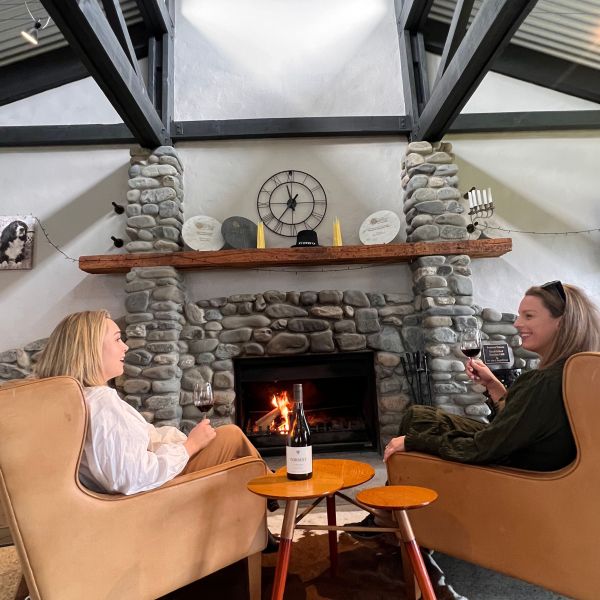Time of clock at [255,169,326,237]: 11:36
